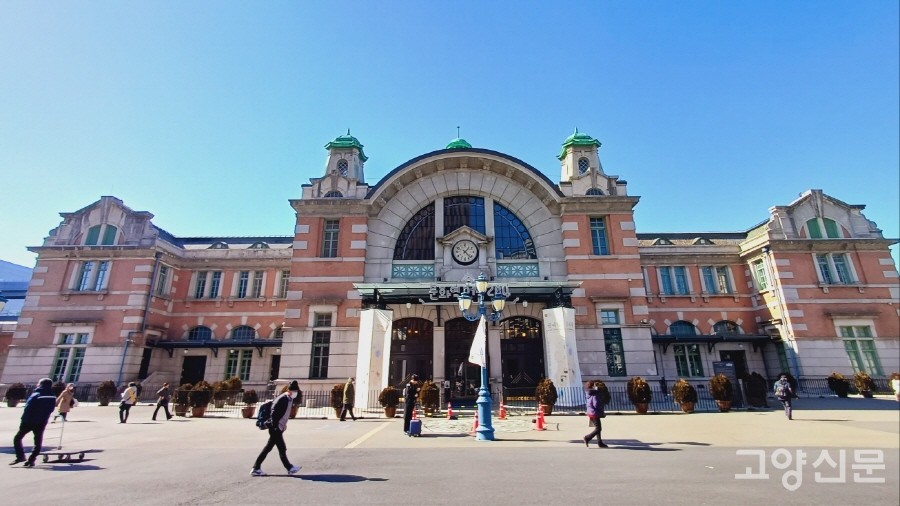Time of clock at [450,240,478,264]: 1:22
